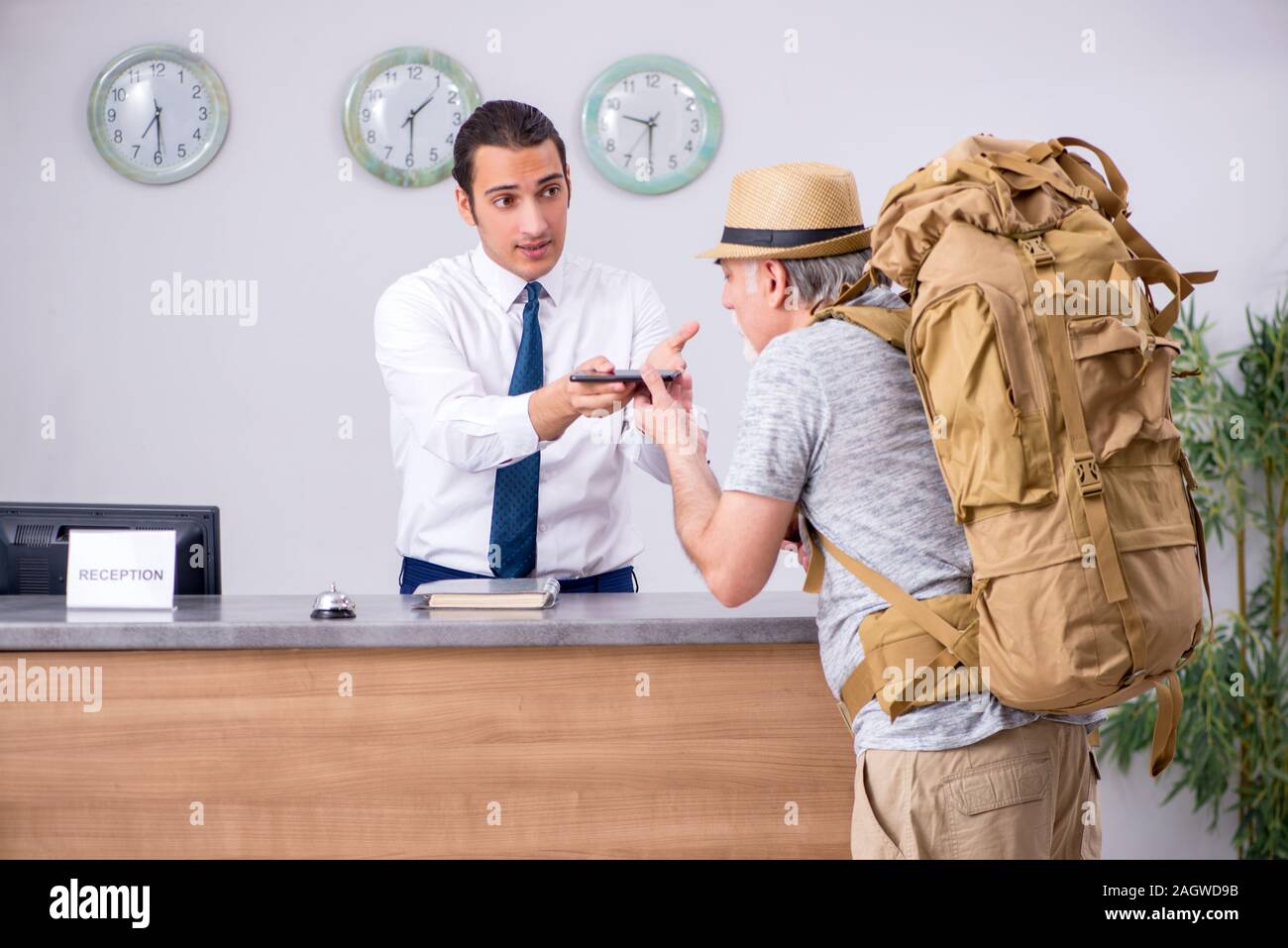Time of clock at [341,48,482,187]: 1:29
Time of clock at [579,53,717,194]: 9:29
